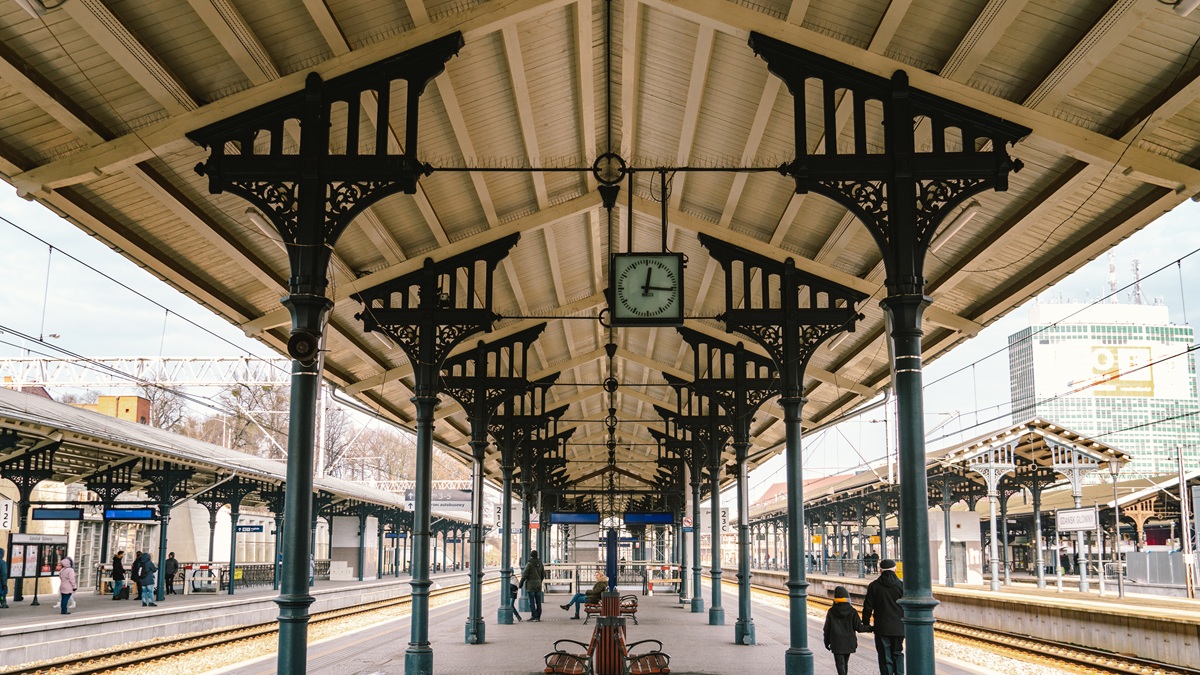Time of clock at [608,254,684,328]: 12:15
